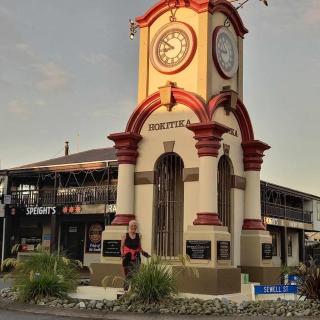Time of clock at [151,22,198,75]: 8:50
